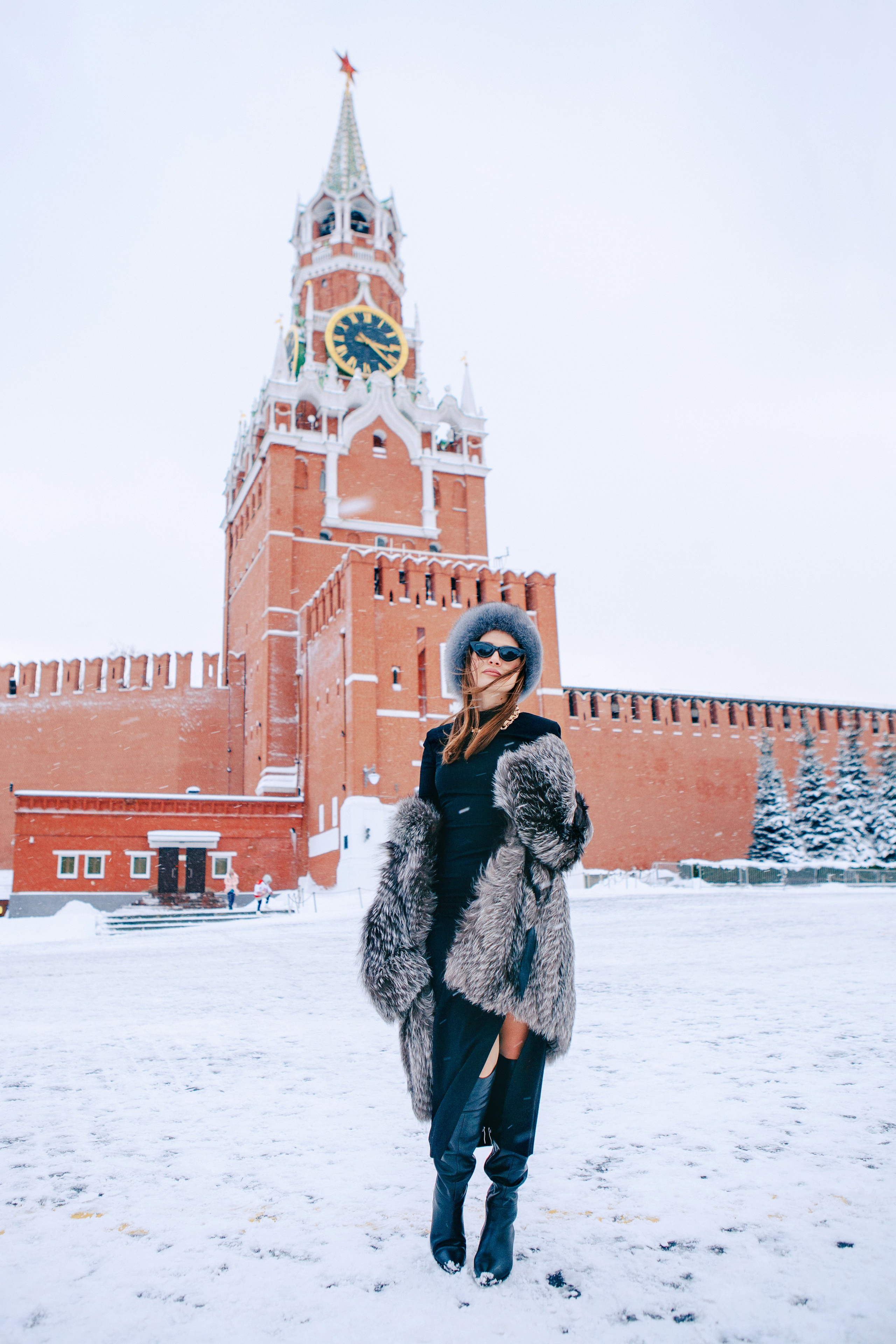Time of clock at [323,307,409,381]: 3:22
